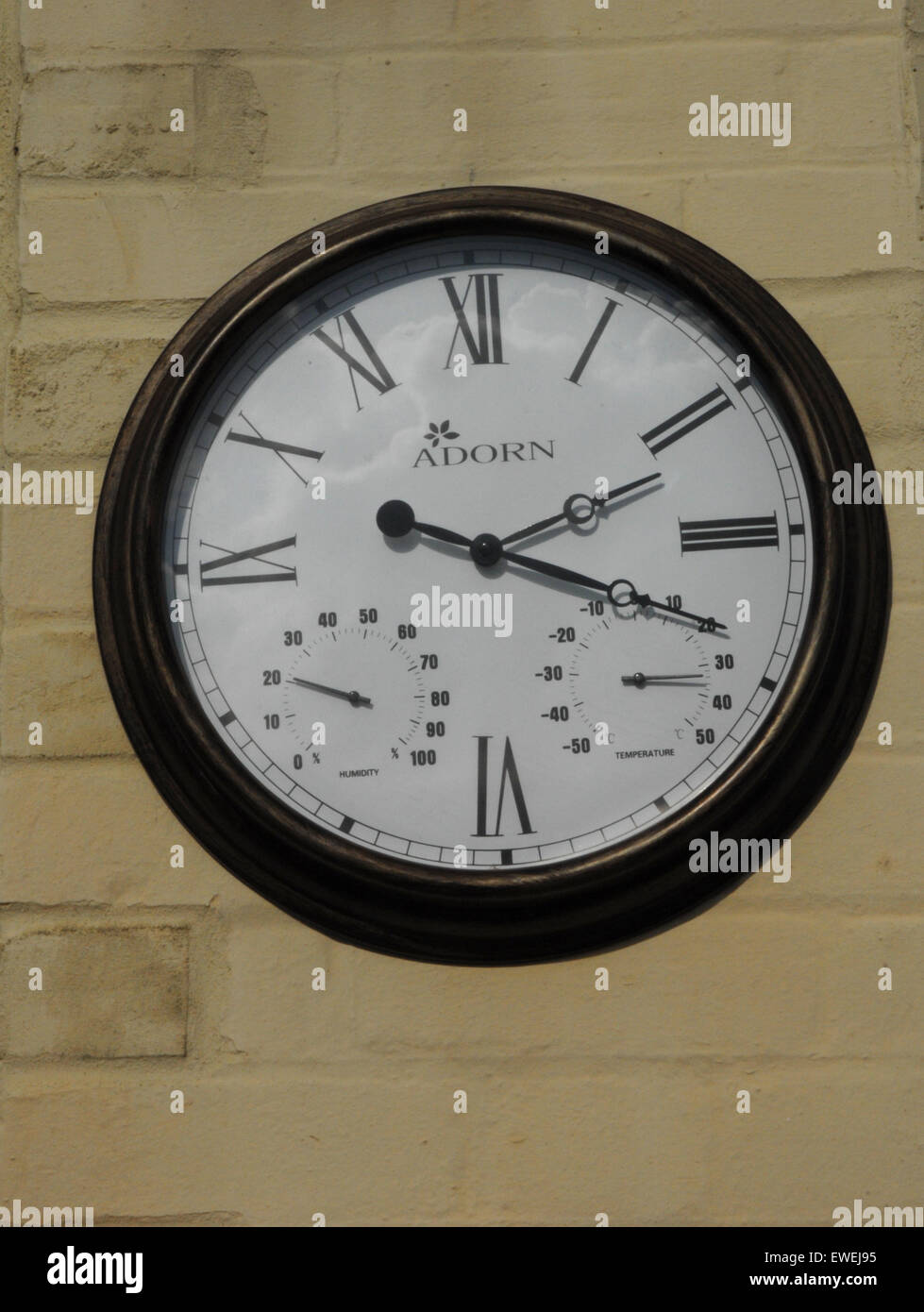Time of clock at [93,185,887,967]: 2:18
